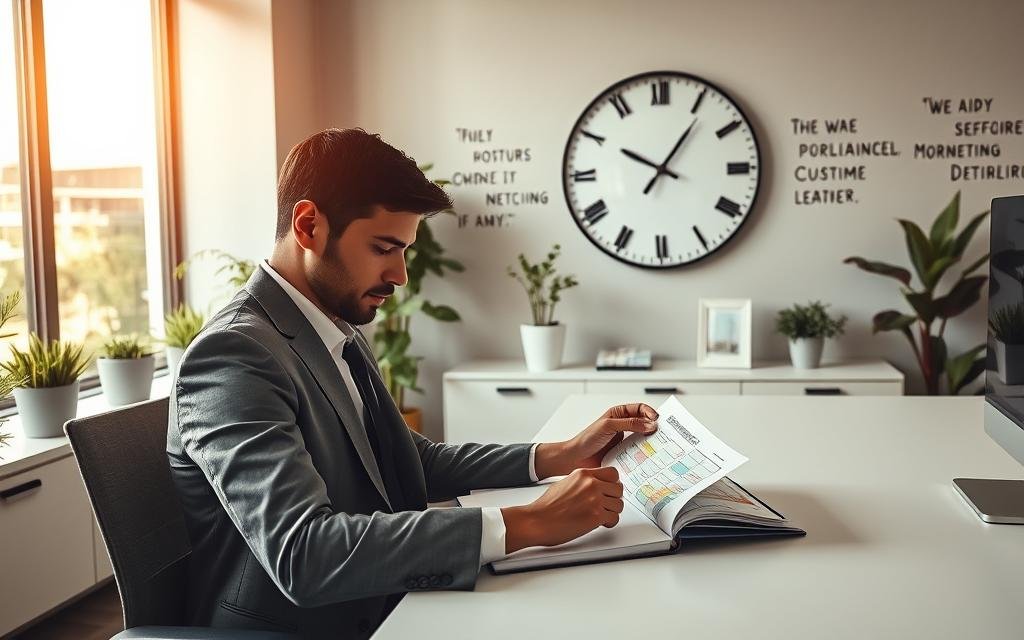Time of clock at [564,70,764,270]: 10:05
